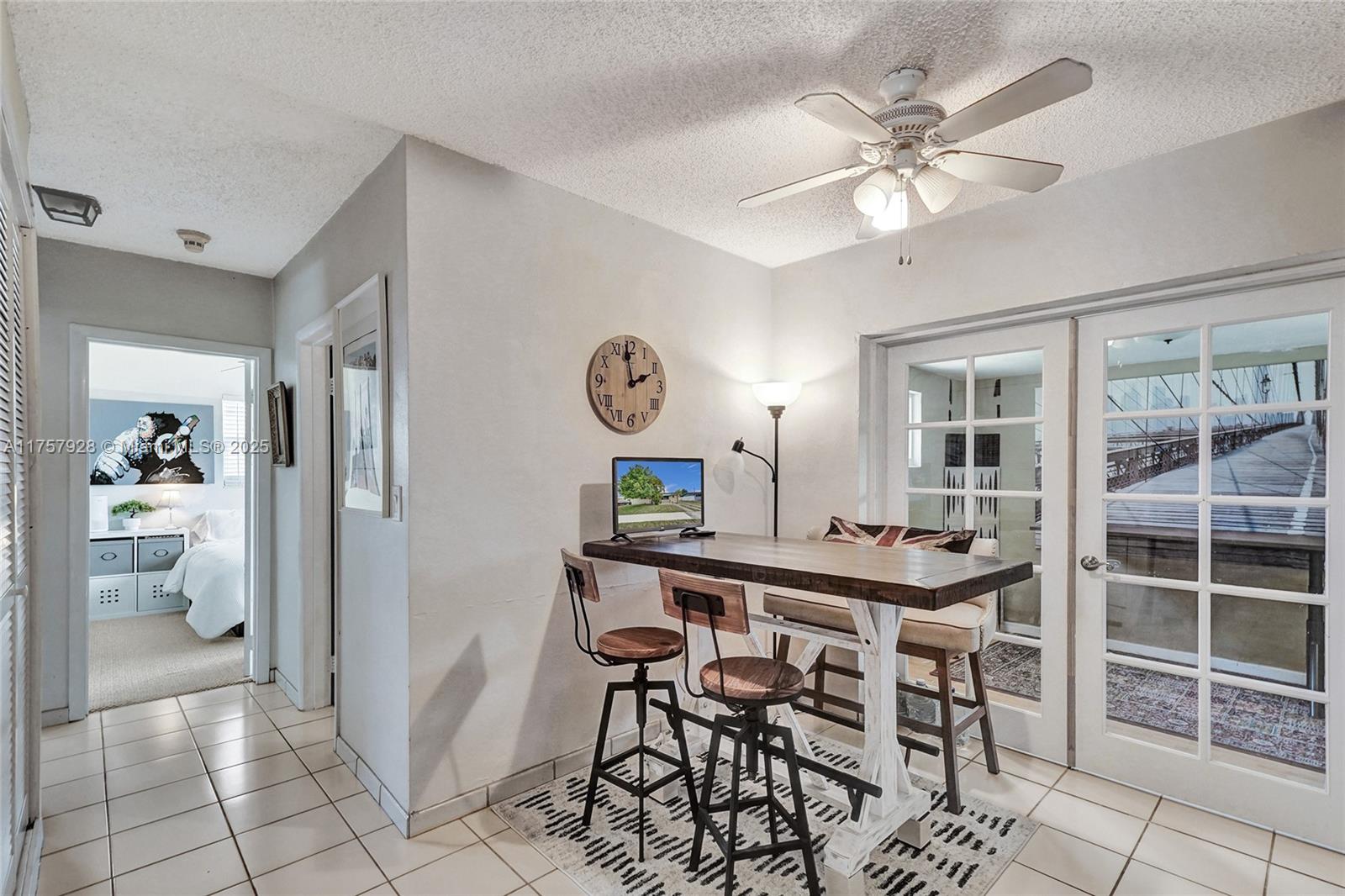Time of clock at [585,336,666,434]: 1:58
